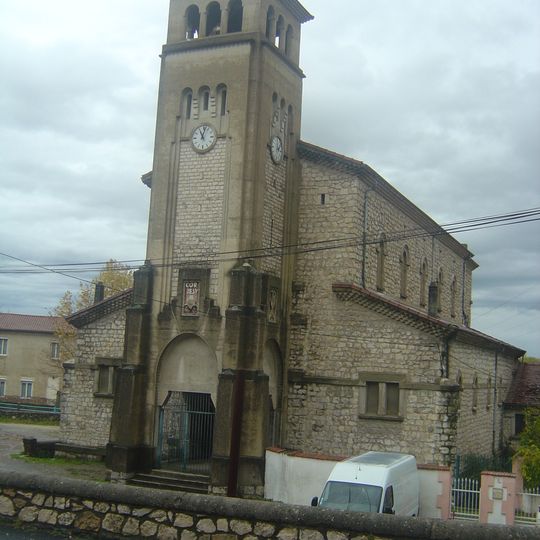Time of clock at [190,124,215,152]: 11:02
